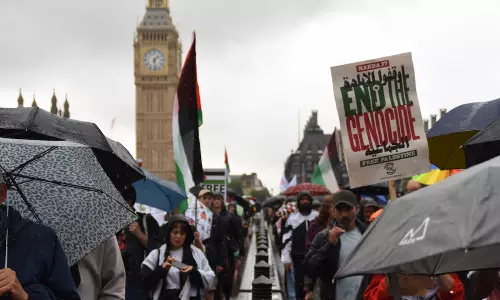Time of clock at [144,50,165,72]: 1:28
